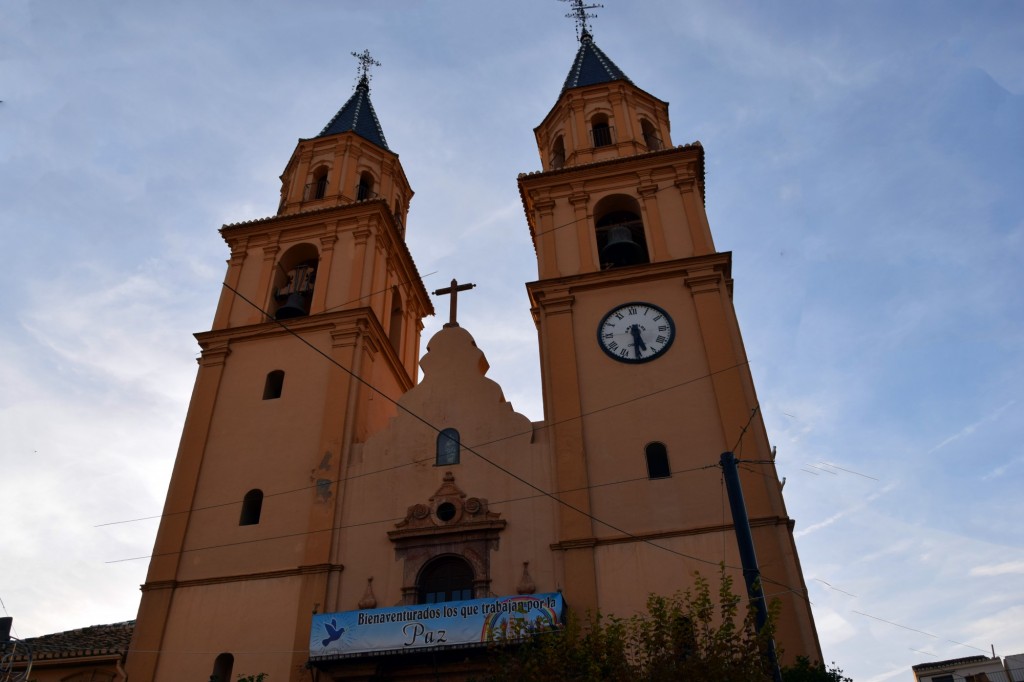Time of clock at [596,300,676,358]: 5:30
